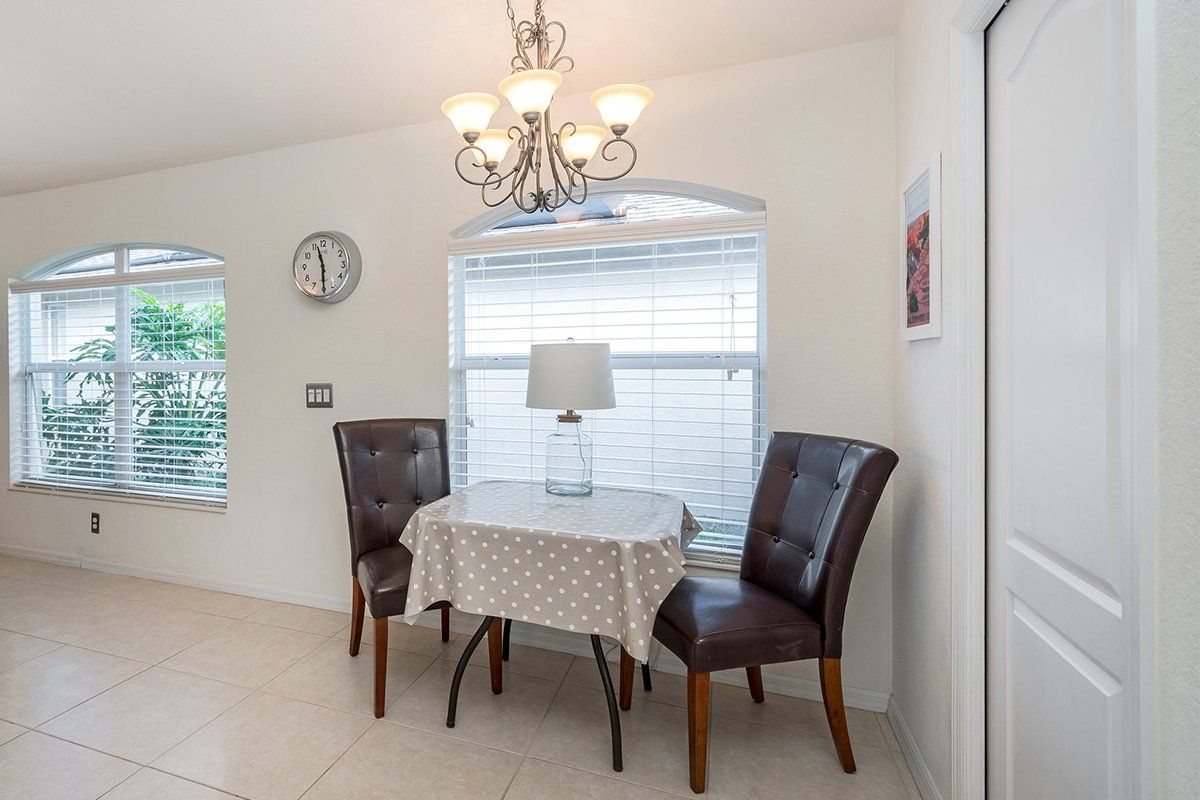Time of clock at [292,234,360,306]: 11:29
